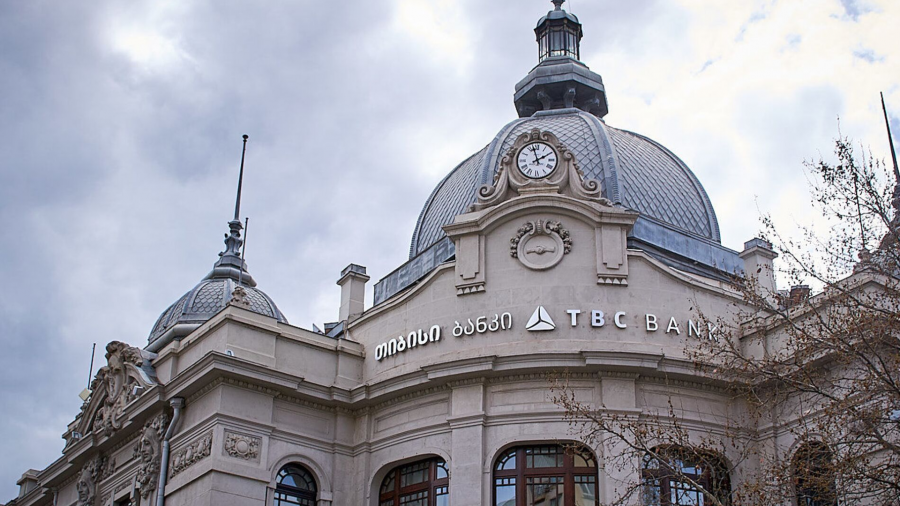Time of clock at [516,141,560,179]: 1:57
